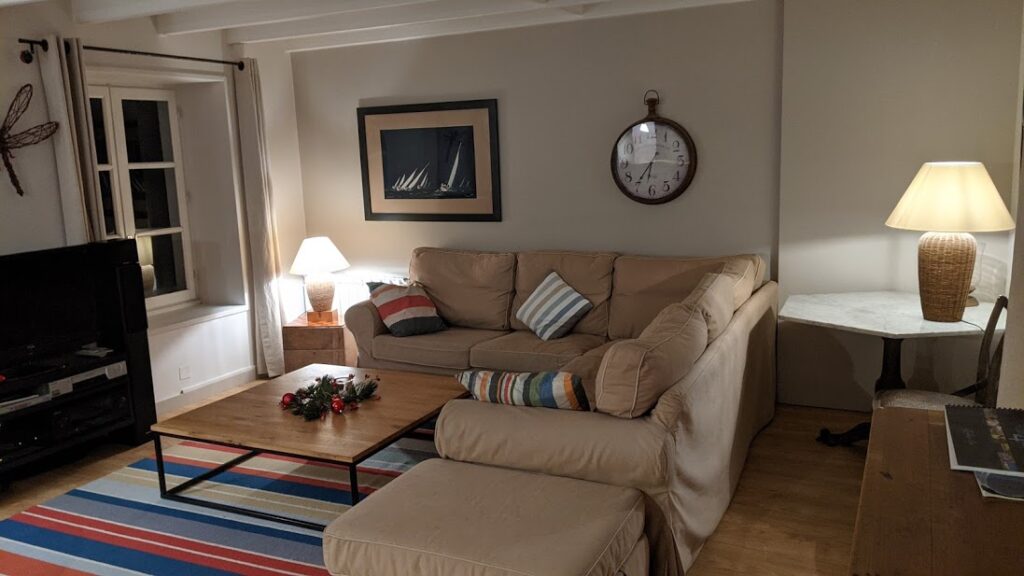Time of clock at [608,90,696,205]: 6:36
